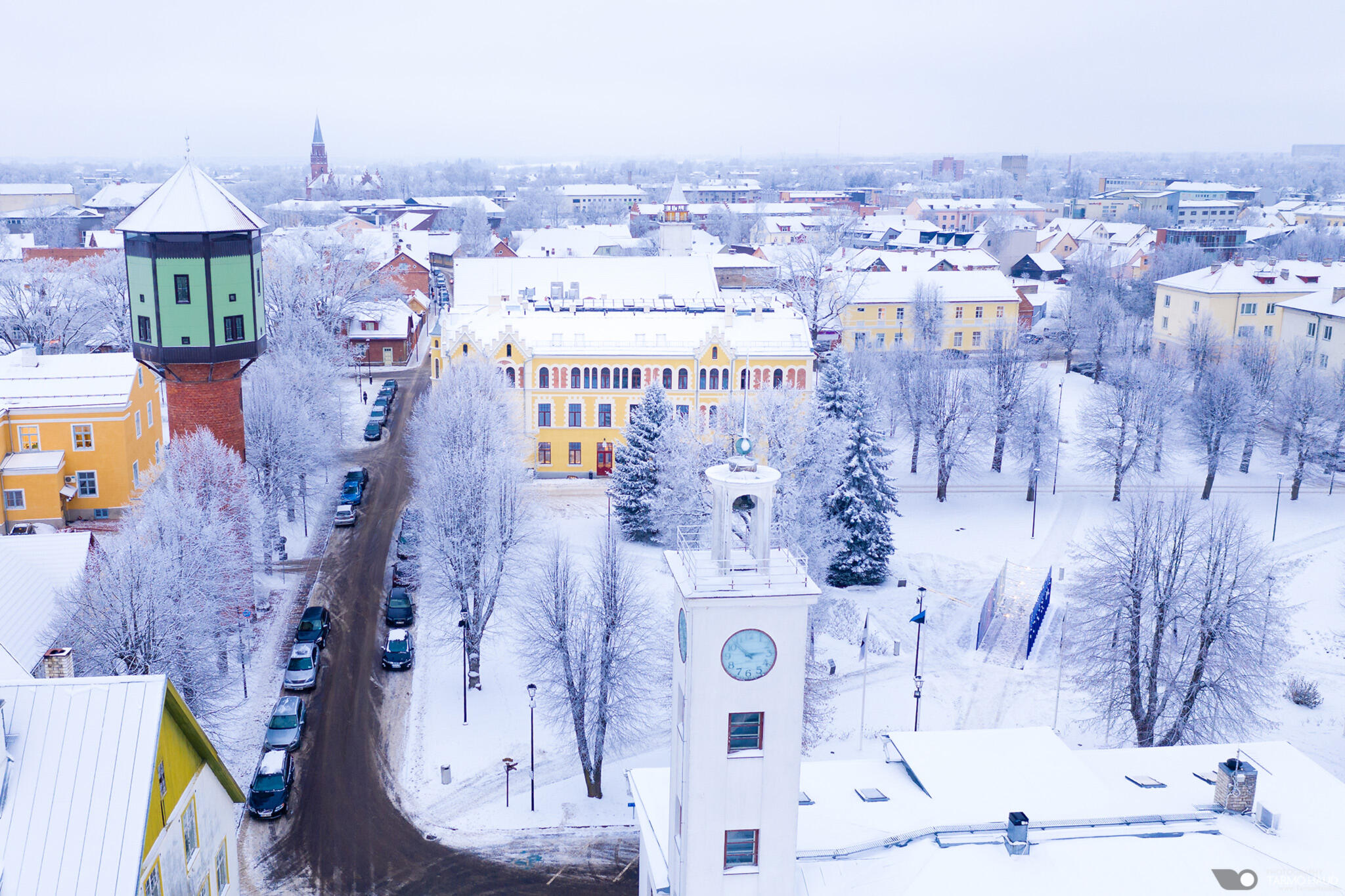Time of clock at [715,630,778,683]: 2:52
